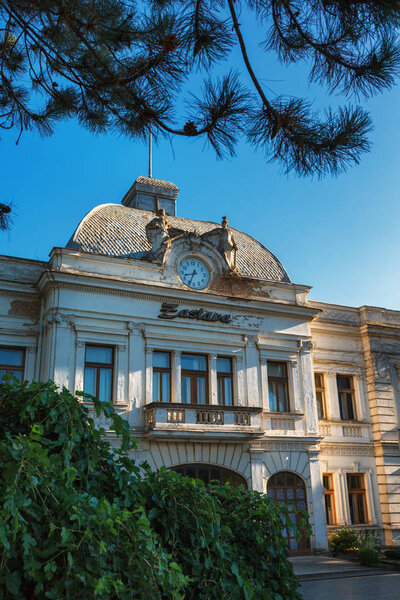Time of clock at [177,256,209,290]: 8:34
